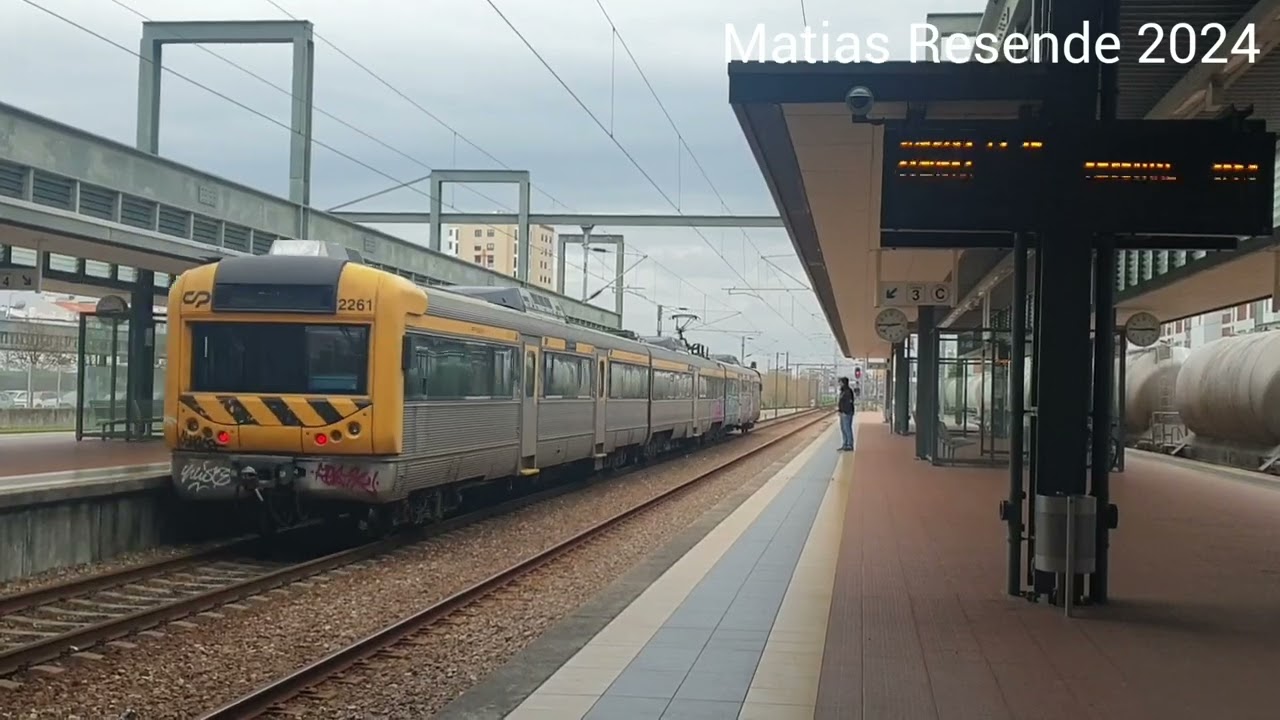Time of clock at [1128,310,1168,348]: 2:45
